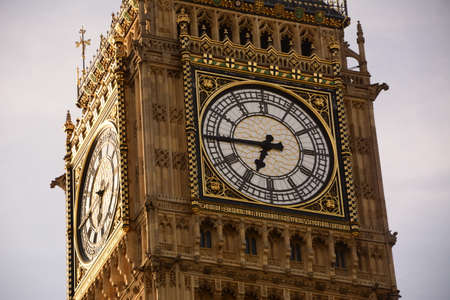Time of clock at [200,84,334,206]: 6:44
